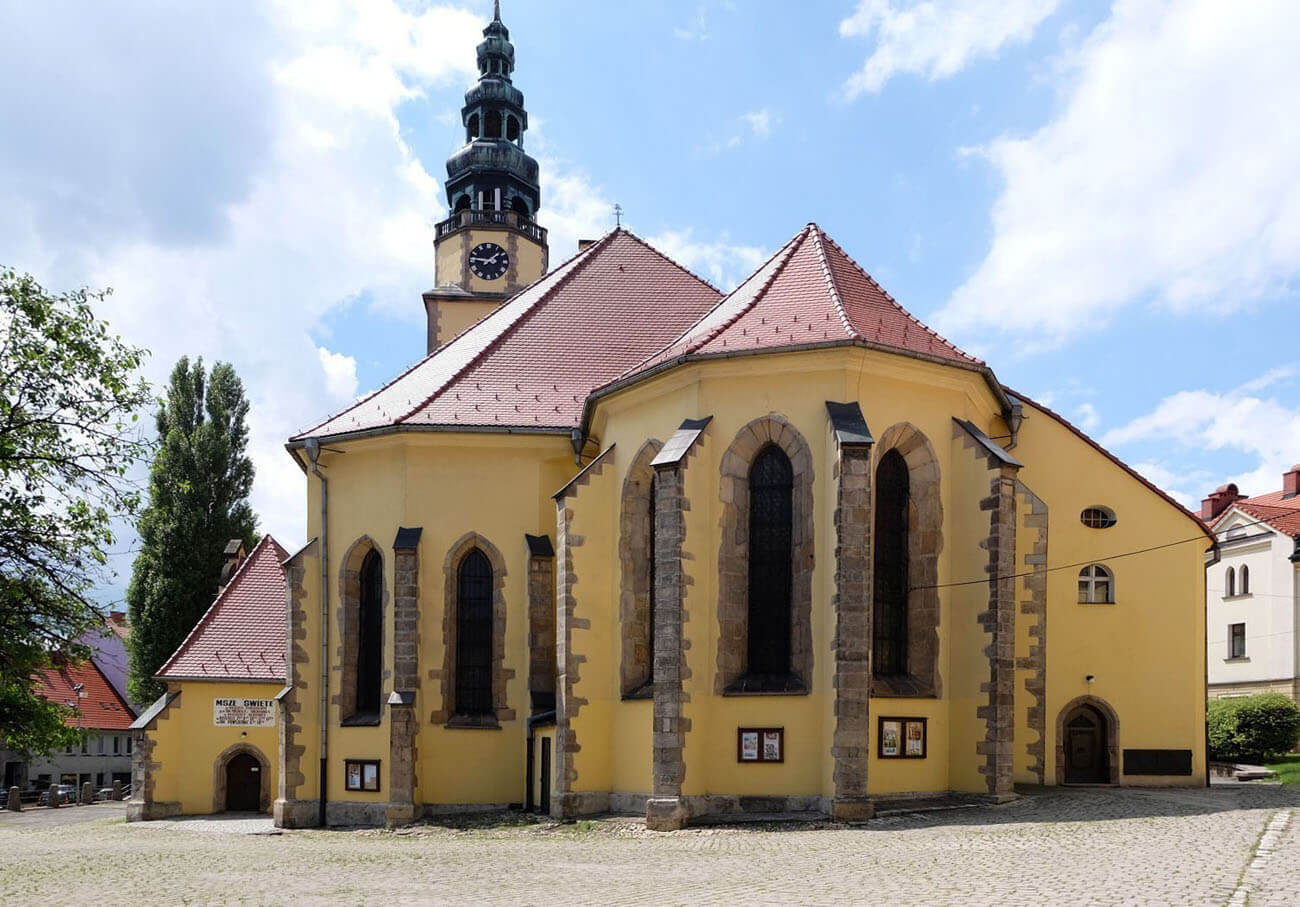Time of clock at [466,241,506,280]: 1:46
